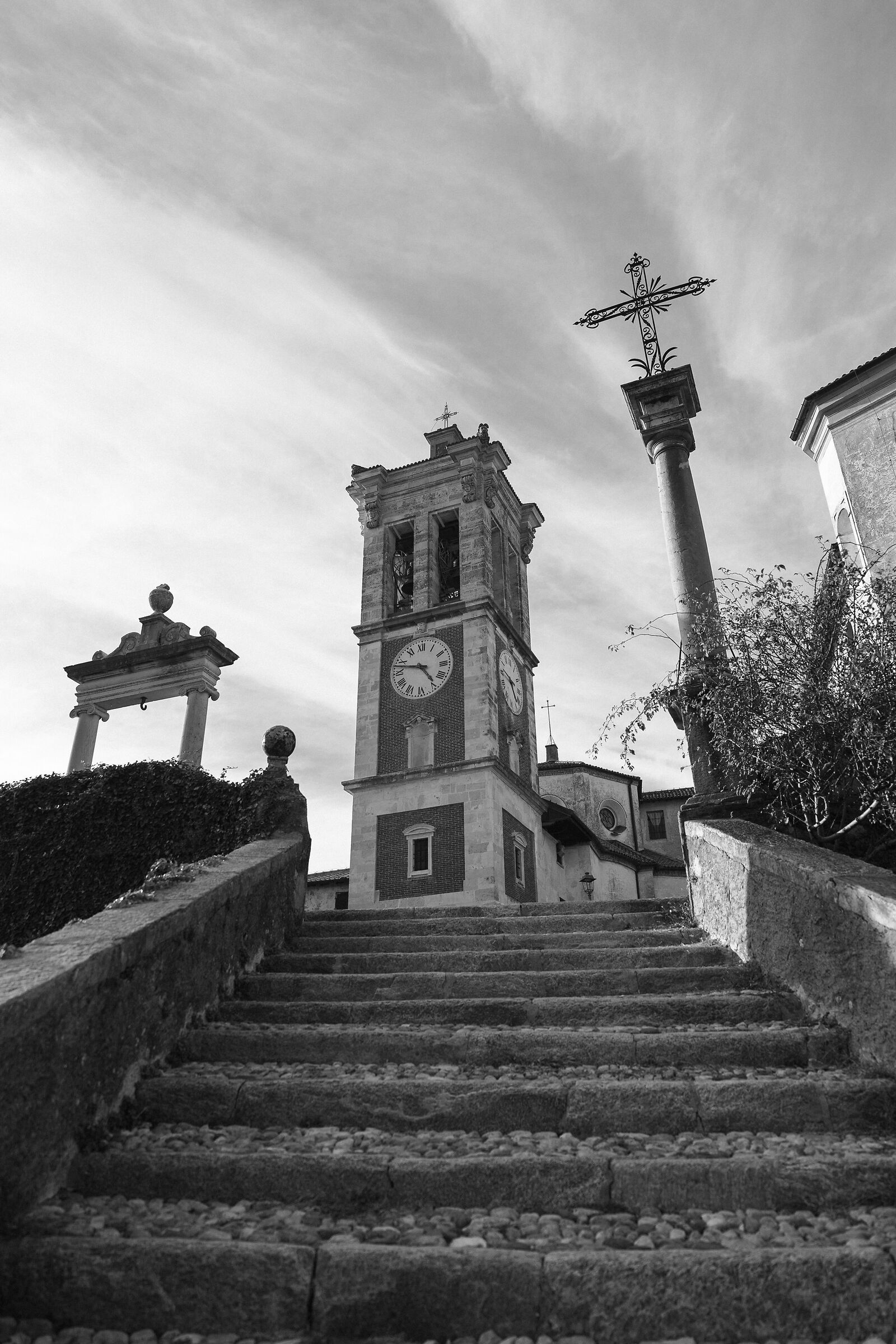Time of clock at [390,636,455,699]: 4:47
